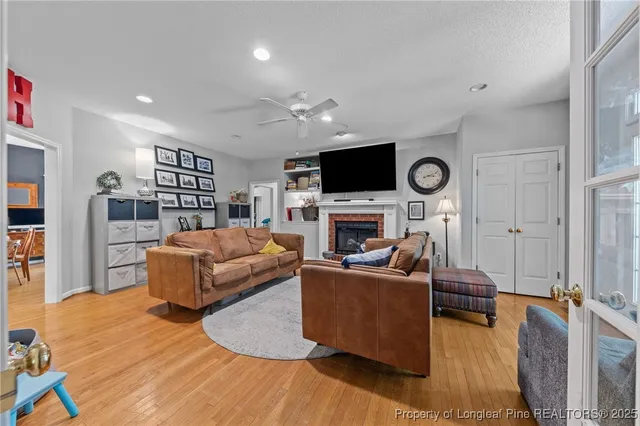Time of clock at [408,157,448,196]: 3:11
